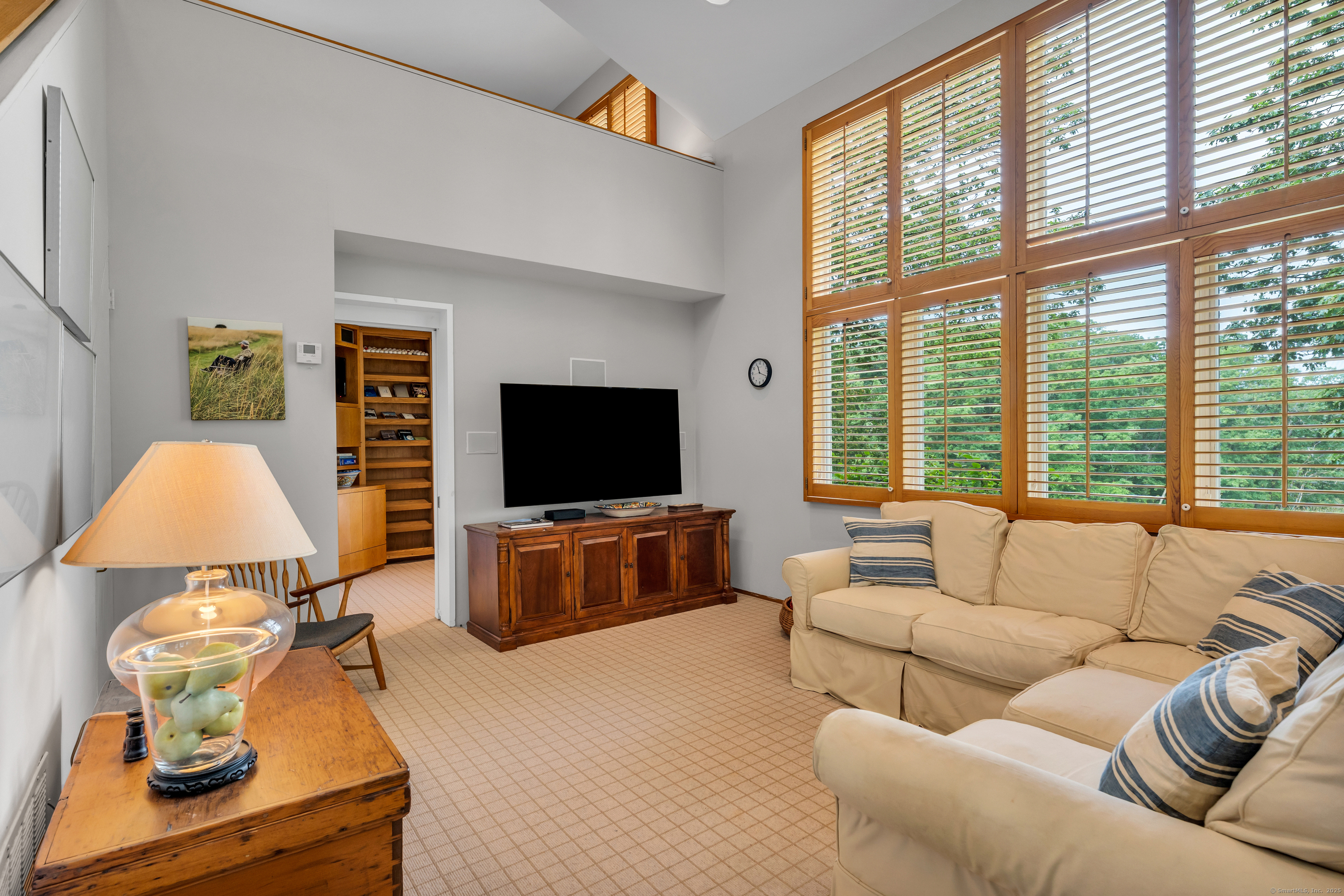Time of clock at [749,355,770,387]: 11:18
